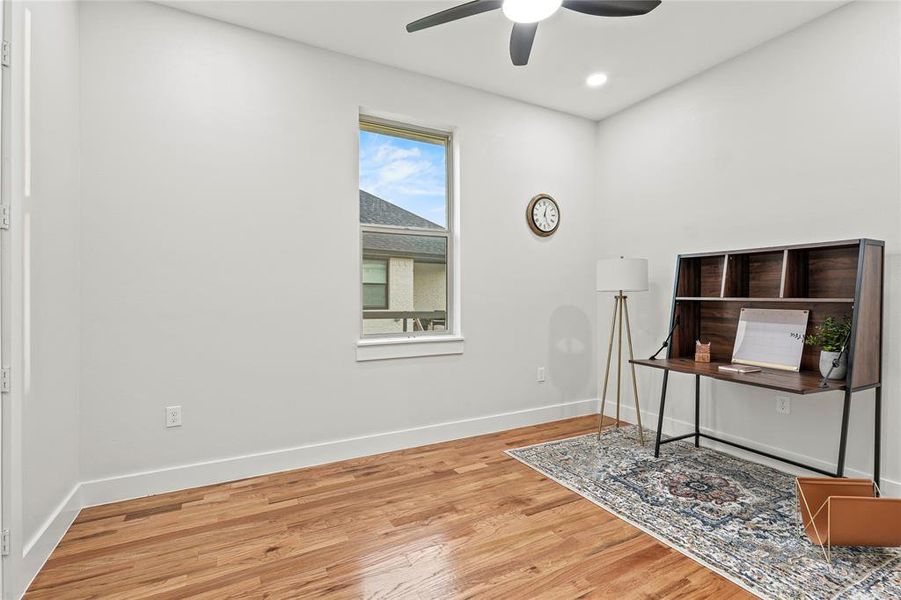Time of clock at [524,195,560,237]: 12:26
